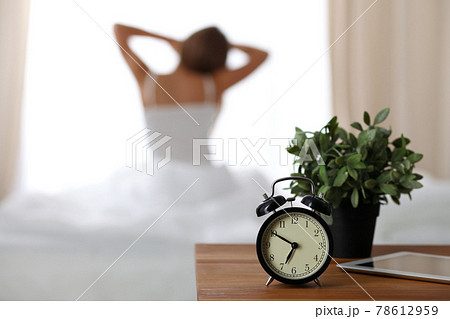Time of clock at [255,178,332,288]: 6:50
